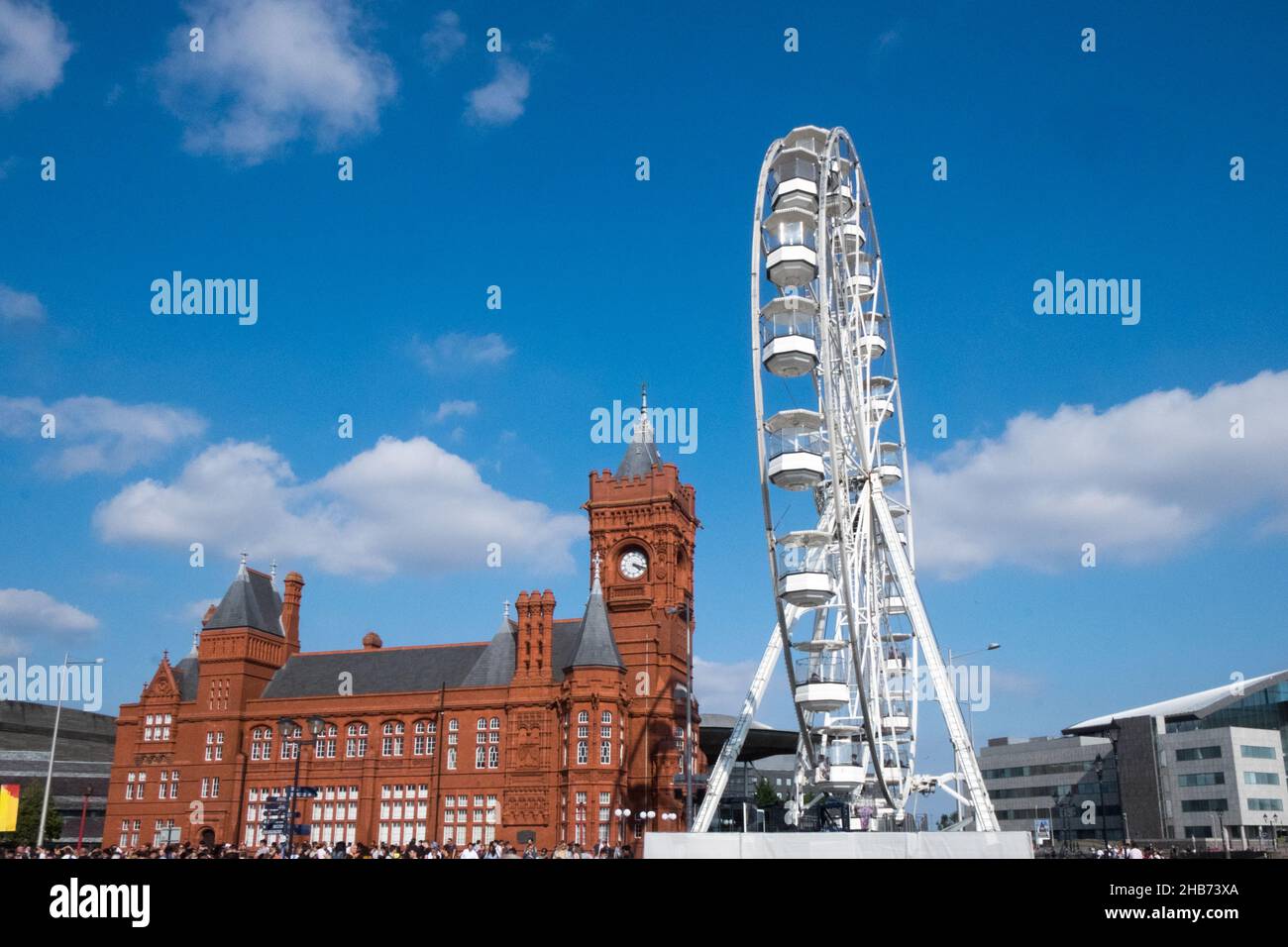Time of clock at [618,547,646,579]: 4:18
